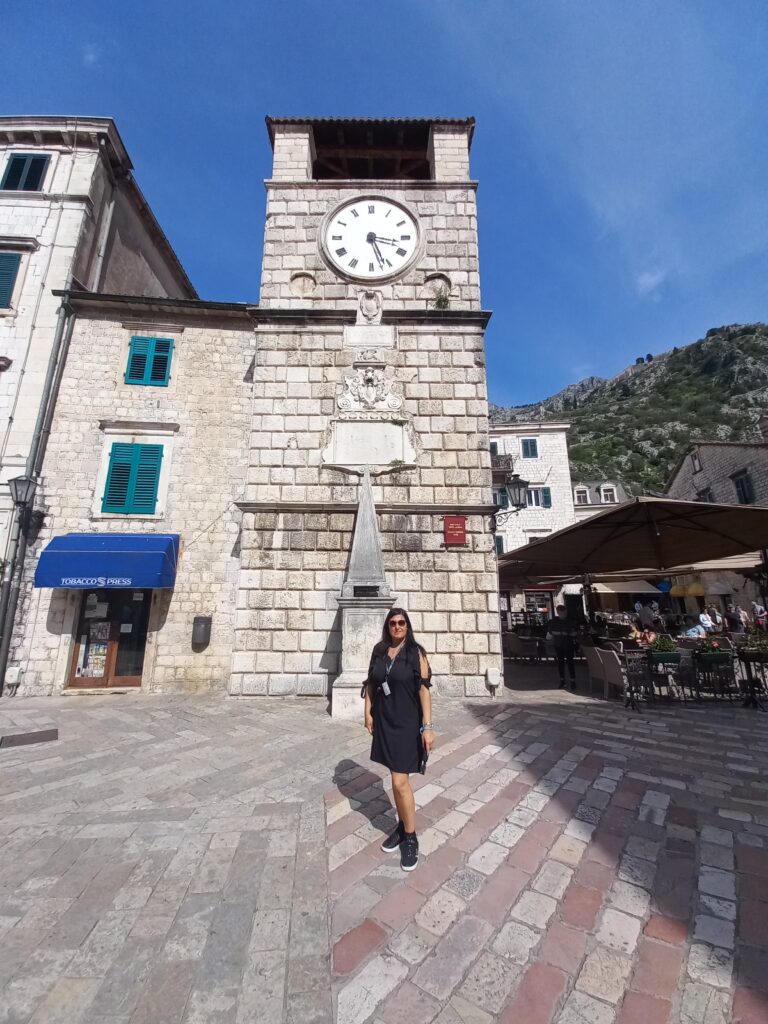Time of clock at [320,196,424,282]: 3:26
